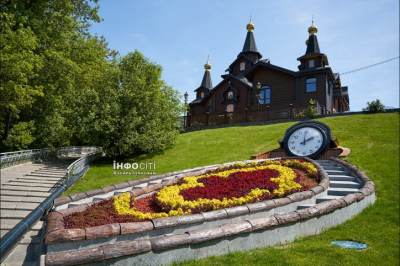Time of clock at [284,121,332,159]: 2:00
